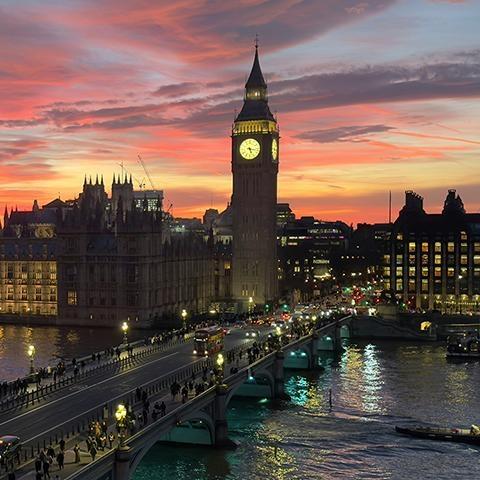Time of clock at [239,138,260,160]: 5:17
